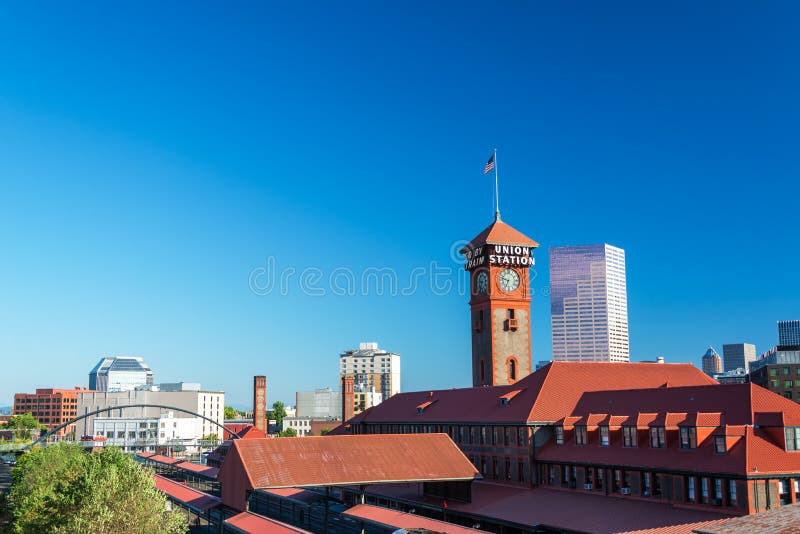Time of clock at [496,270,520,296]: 6:47
